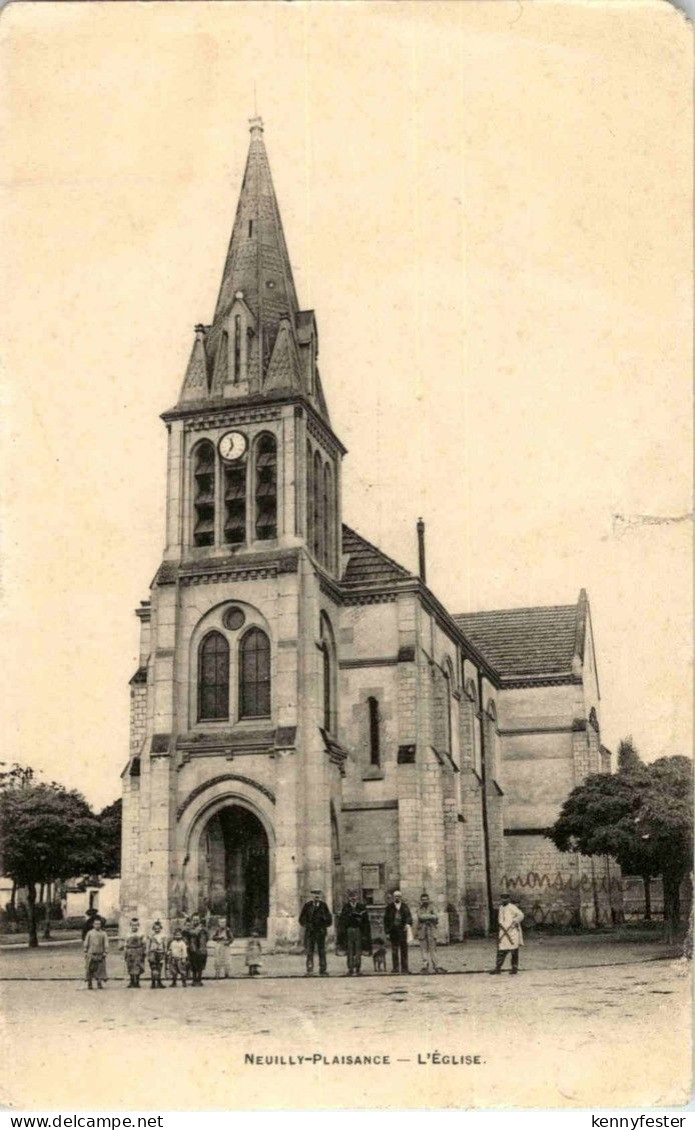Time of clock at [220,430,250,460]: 11:35
